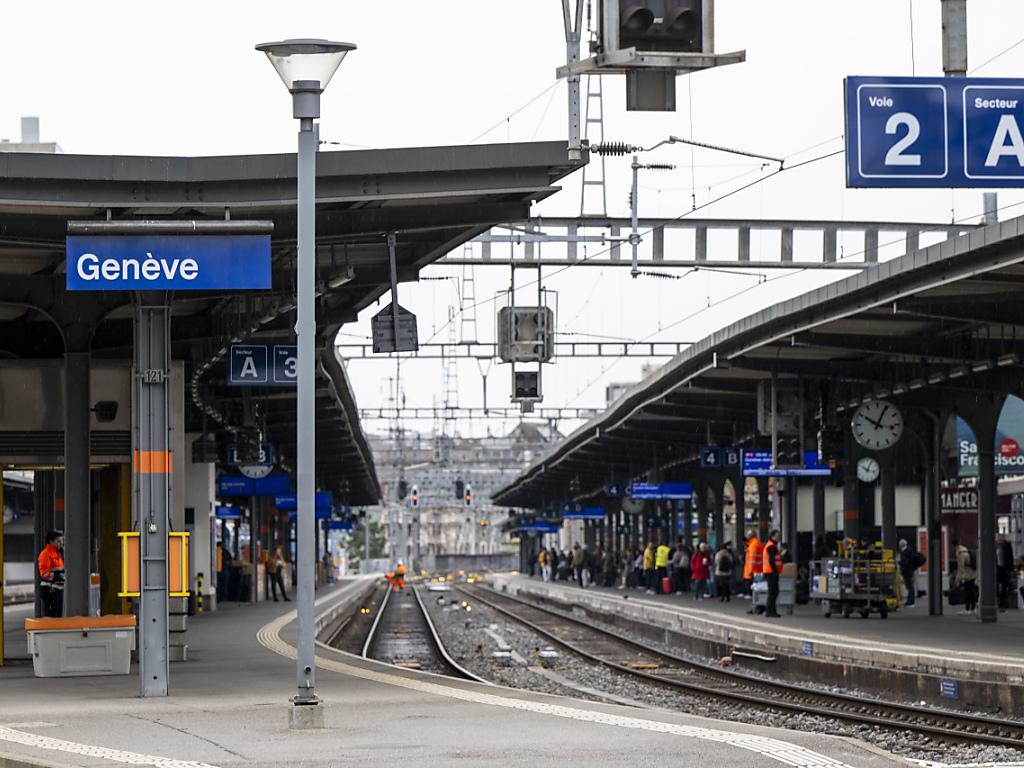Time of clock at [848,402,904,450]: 10:04
